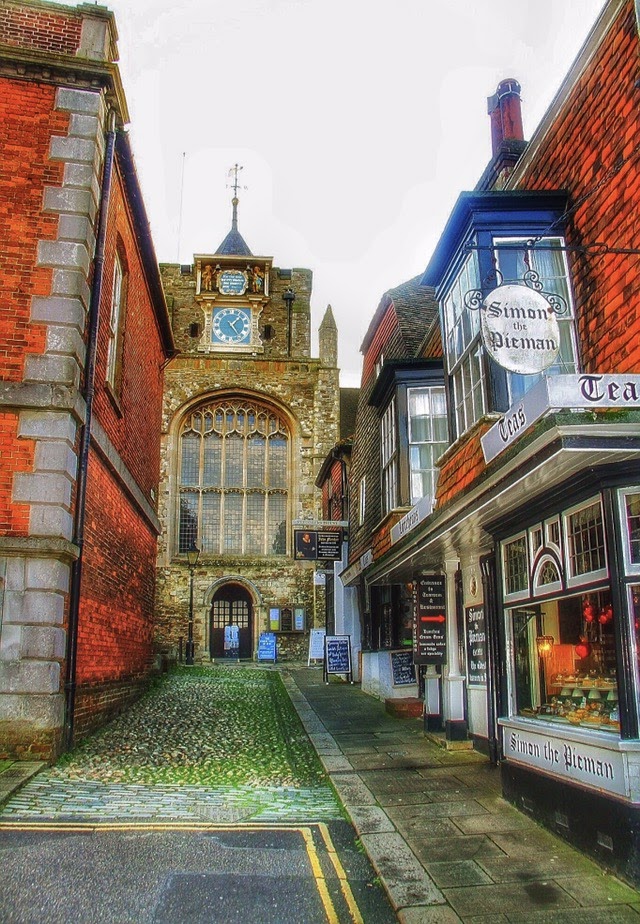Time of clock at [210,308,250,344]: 1:24
